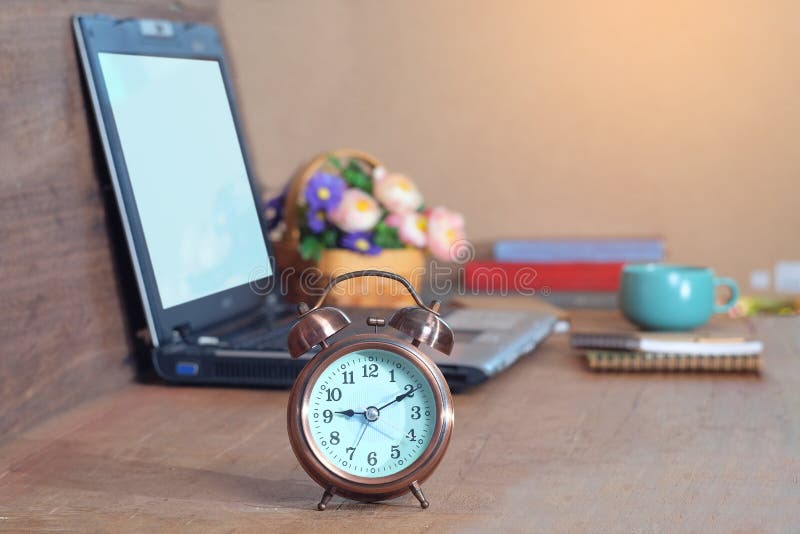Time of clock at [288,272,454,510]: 9:10
